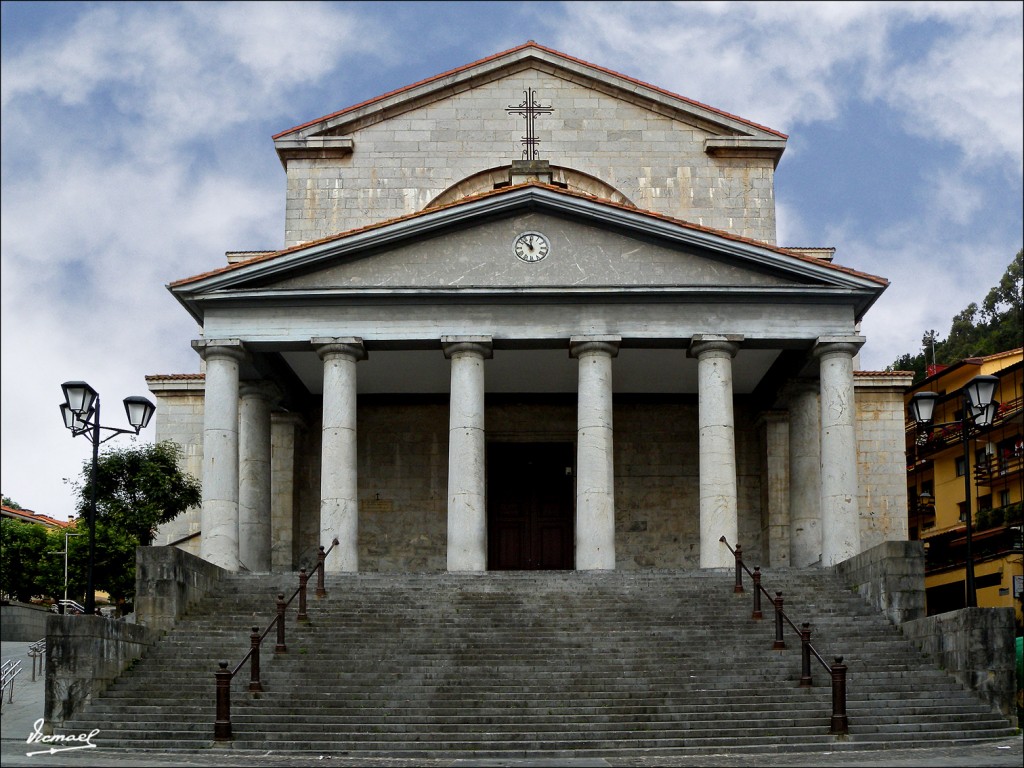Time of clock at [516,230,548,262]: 11:52
